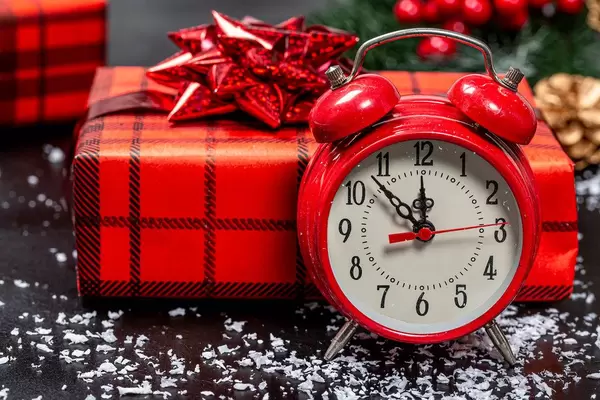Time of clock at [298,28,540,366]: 11:52
